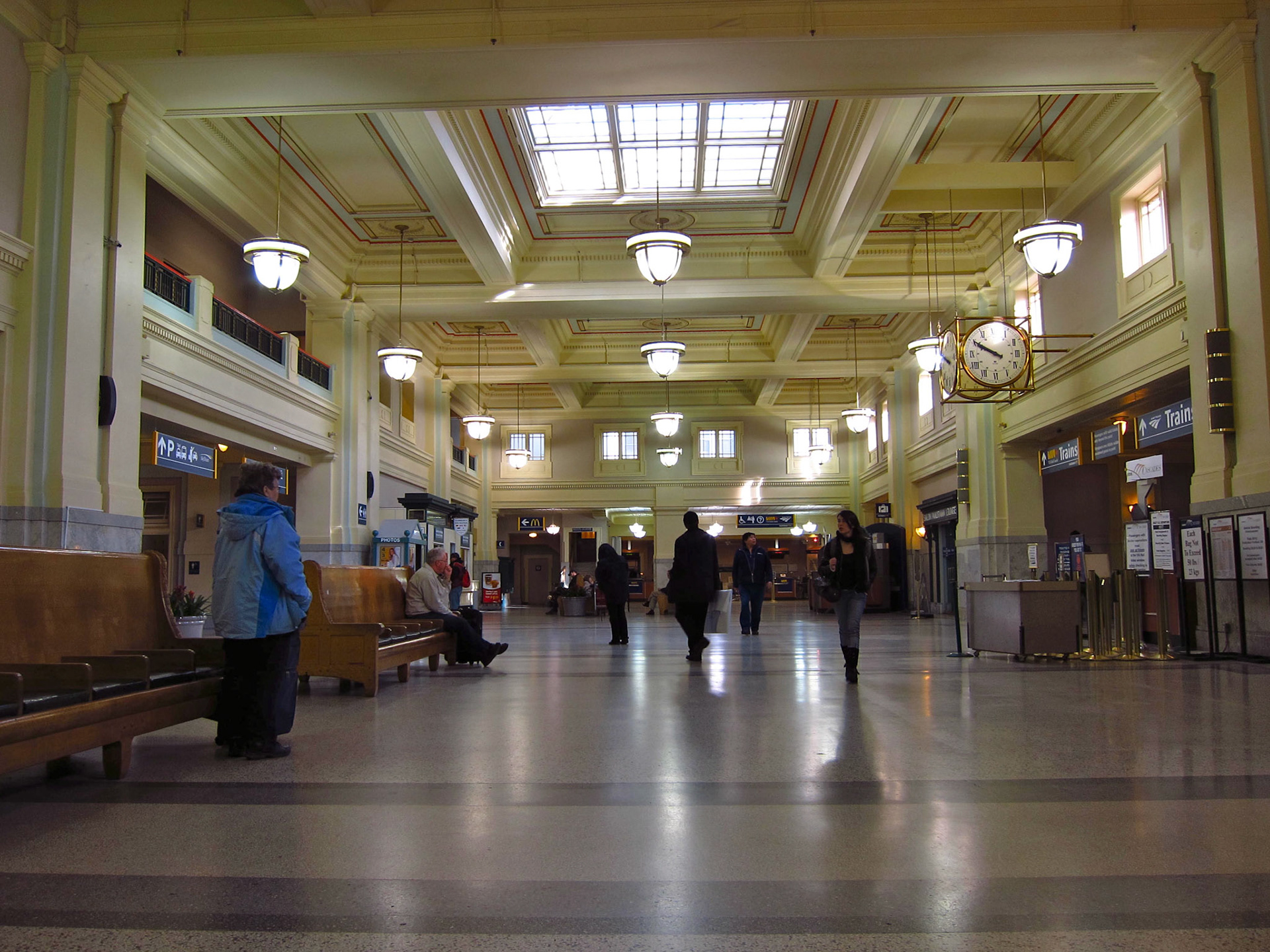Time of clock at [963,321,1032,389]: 9:50
